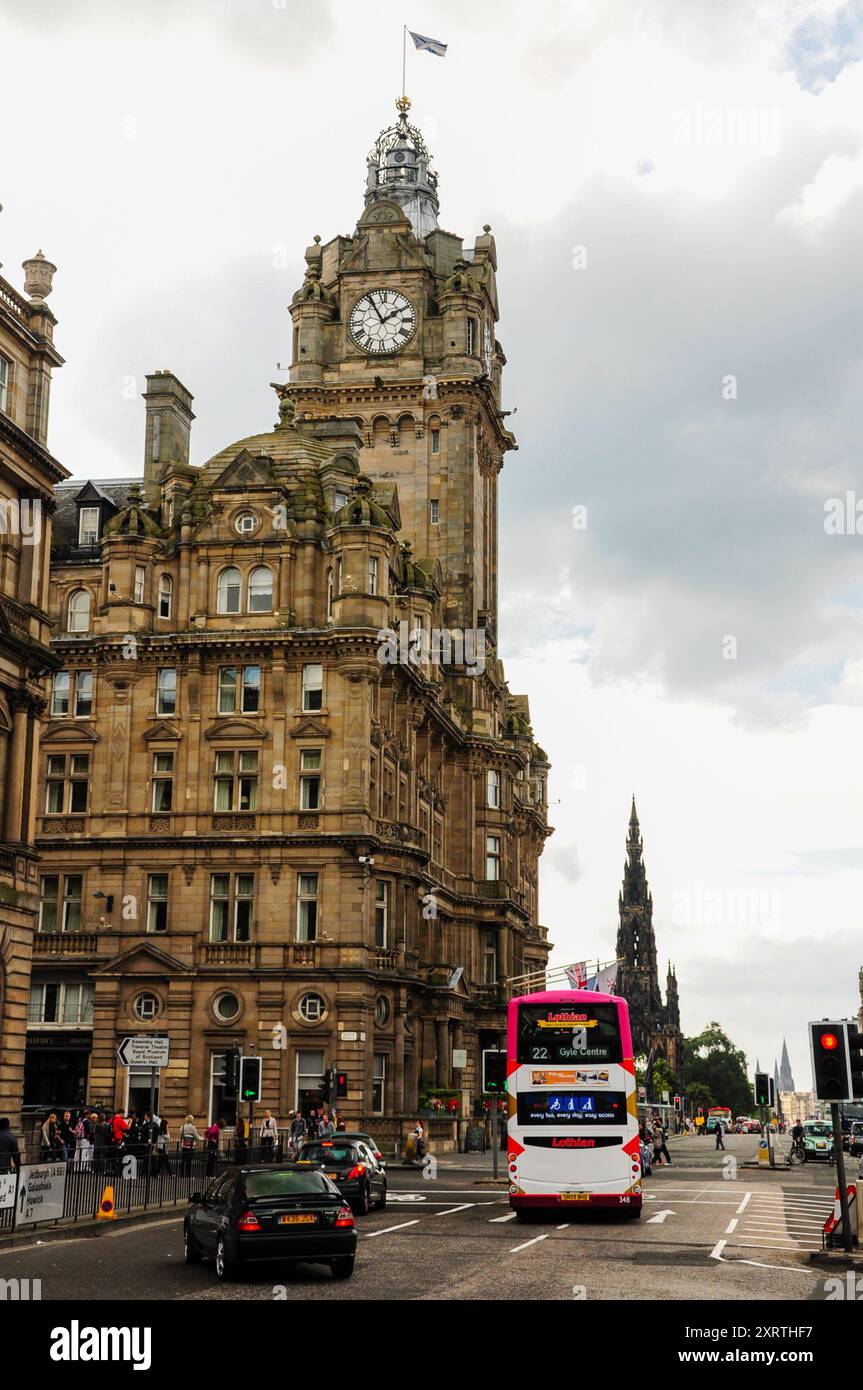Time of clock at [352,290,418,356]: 1:55
